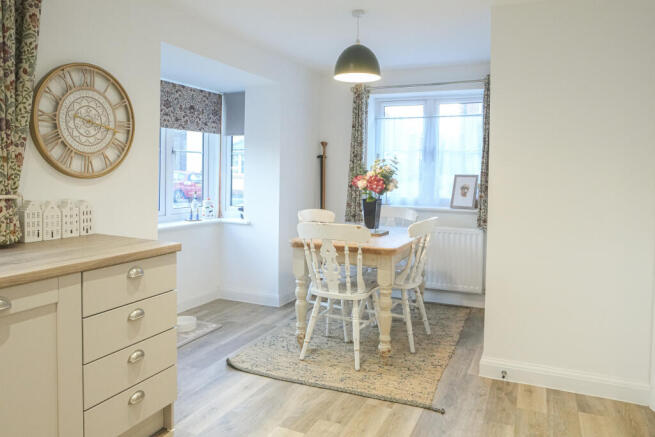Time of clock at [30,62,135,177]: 9:17
